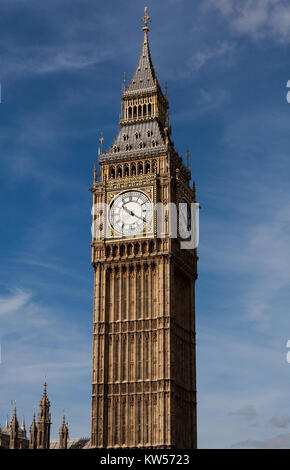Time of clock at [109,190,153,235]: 10:20
